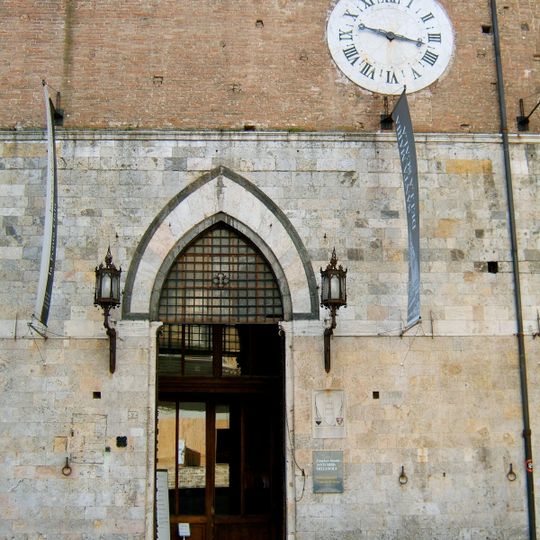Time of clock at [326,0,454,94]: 9:17
